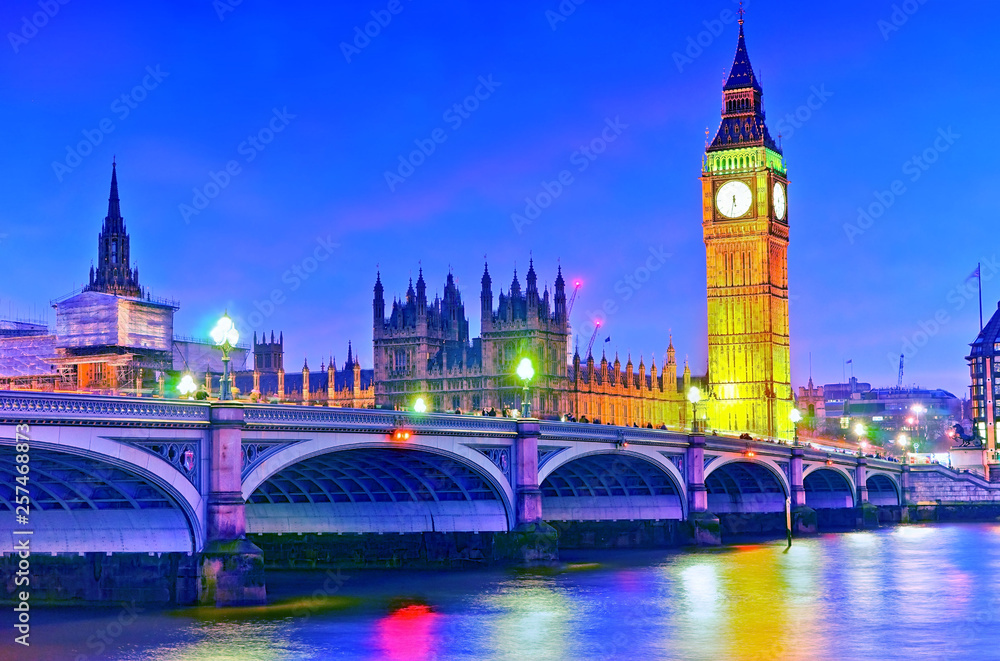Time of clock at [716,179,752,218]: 5:31
